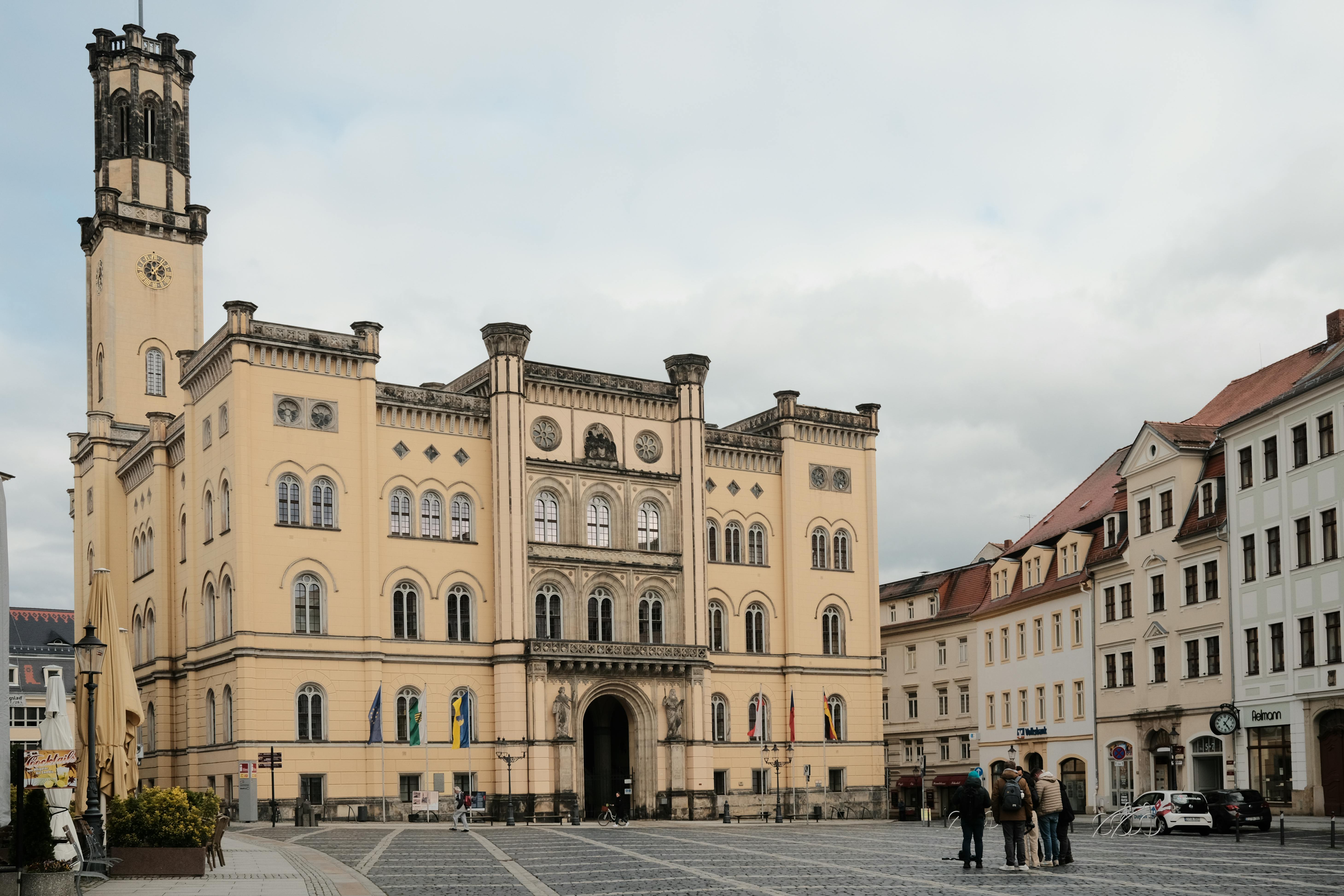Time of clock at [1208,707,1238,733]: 5:06
